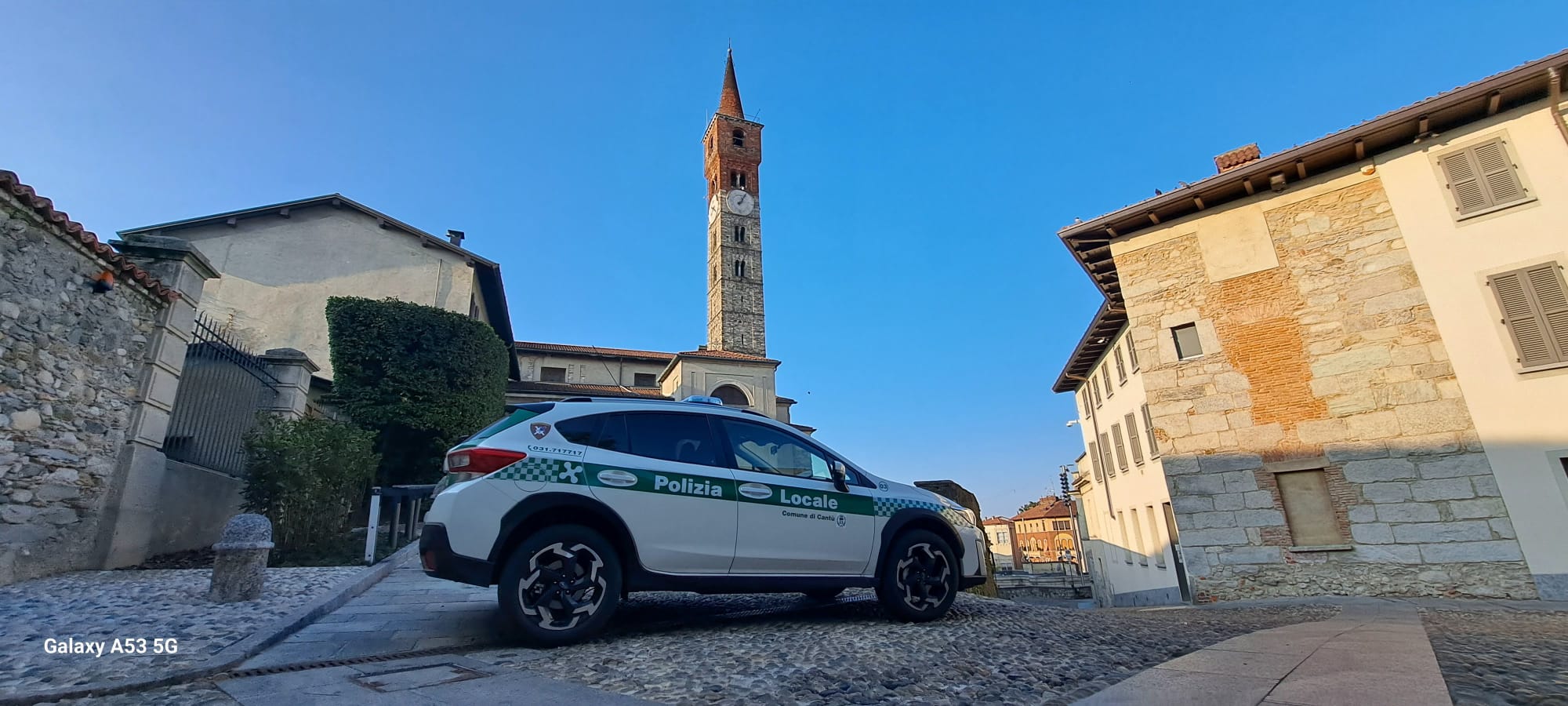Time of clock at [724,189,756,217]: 7:04
